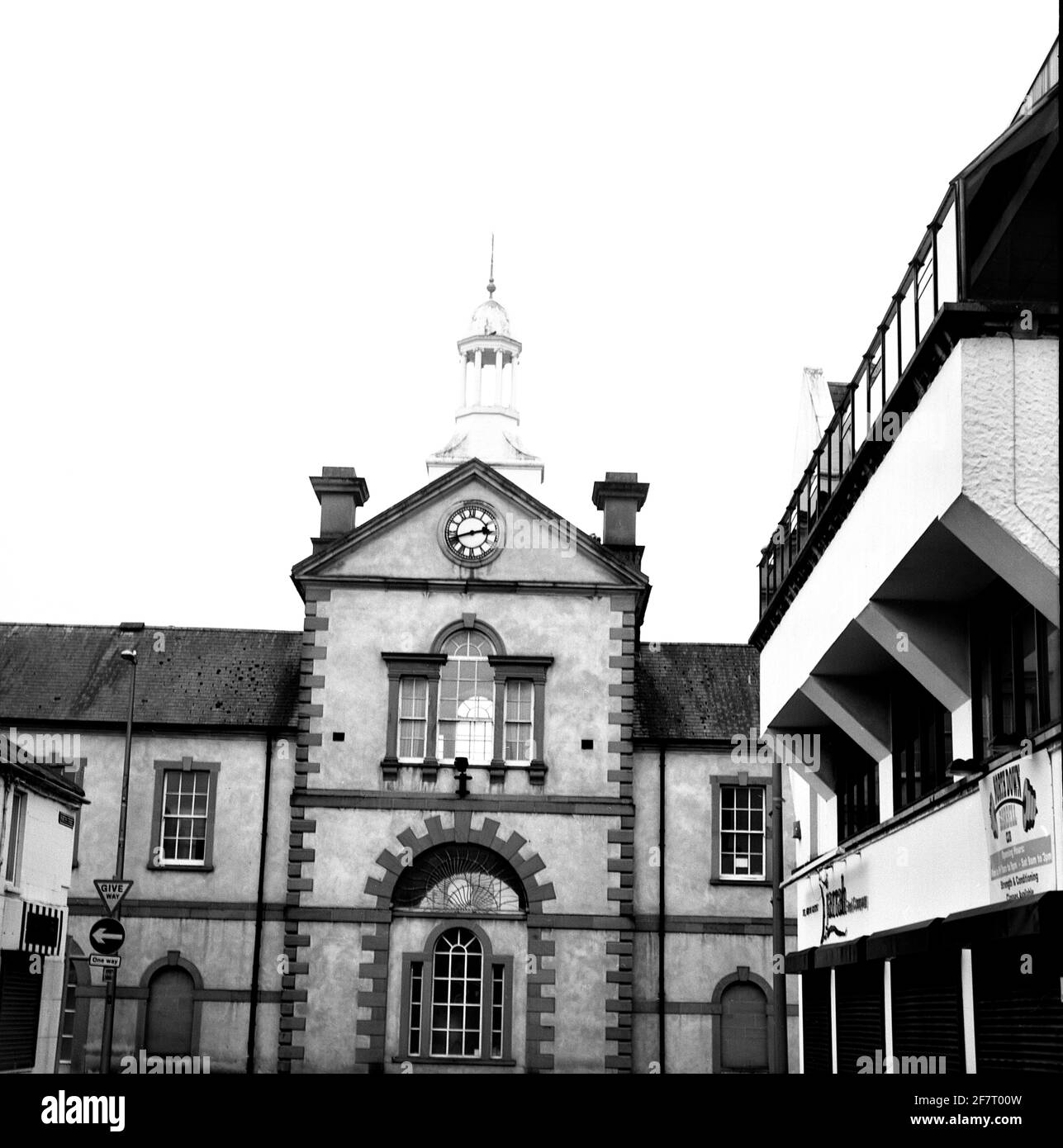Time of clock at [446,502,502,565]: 2:42
